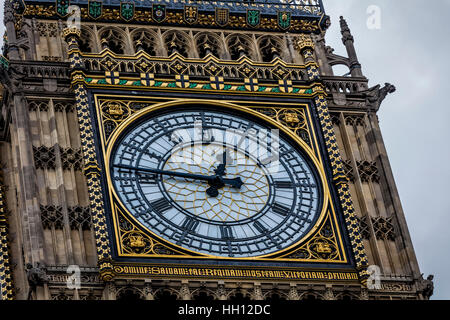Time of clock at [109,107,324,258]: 12:46
